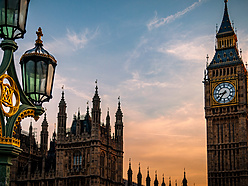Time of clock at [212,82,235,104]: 8:36
